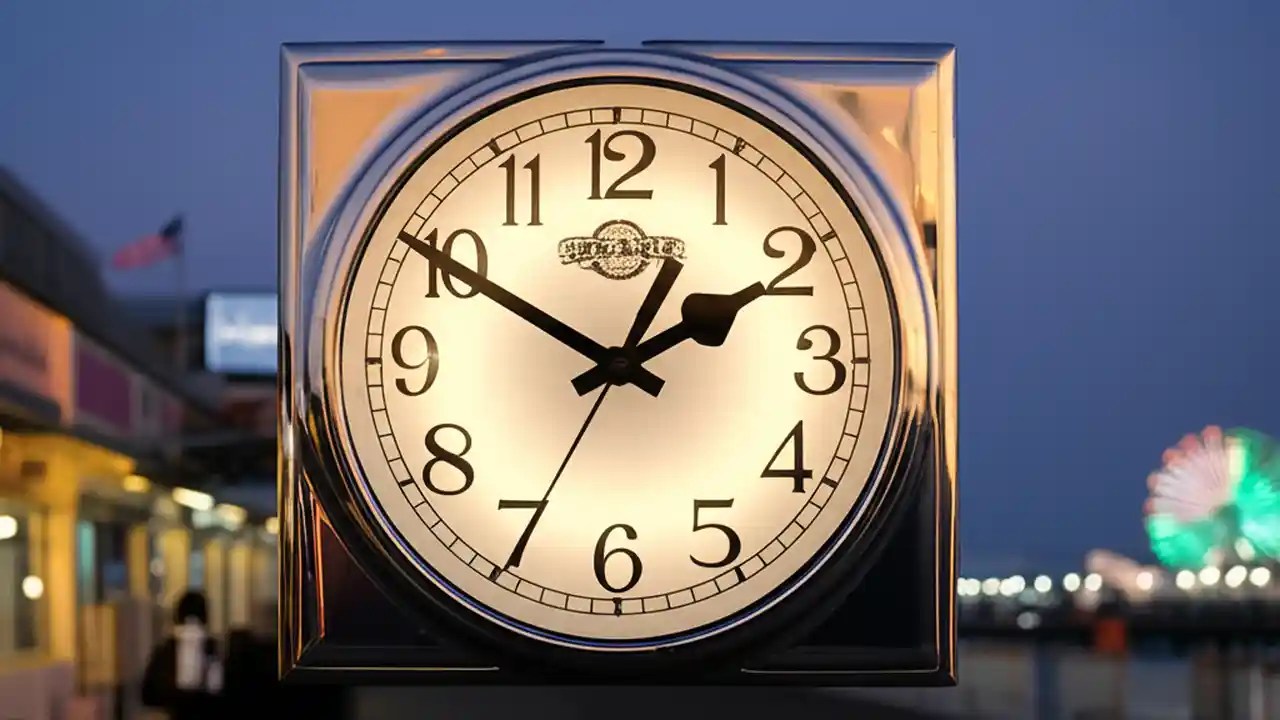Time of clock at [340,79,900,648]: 1:50
